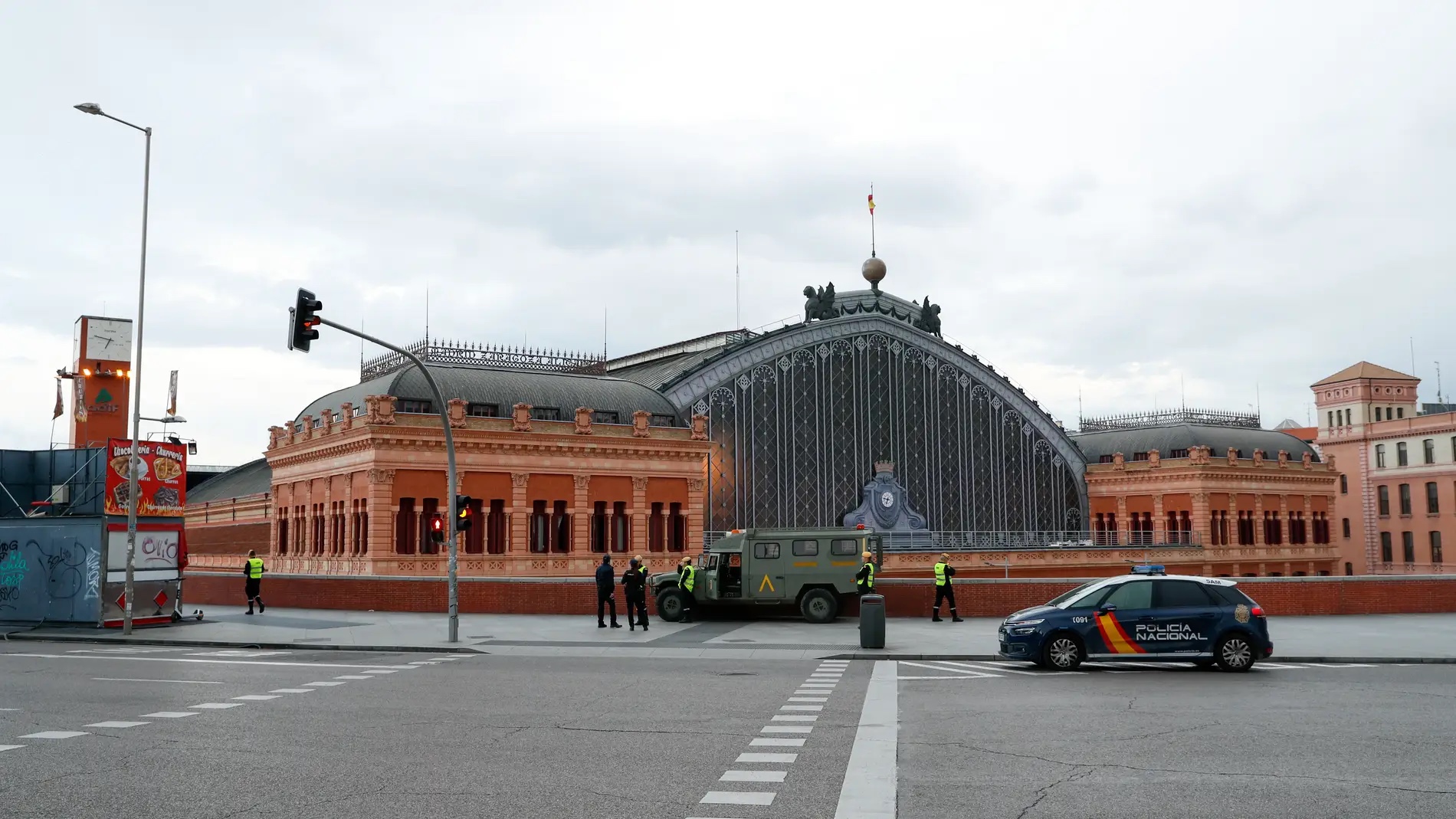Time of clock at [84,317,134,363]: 6:46
